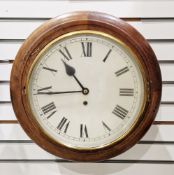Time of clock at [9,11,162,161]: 10:43
